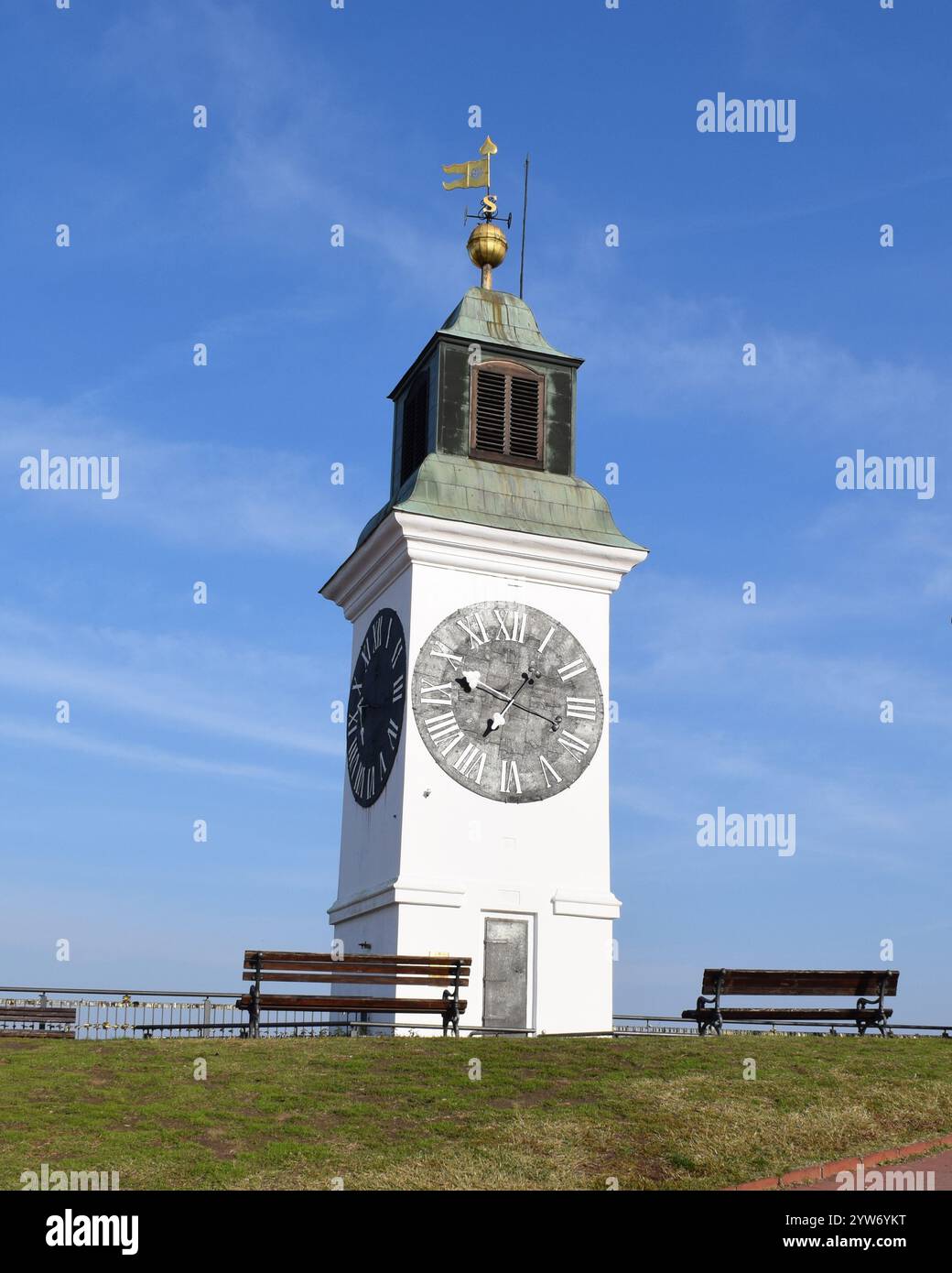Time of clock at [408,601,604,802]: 1:18
